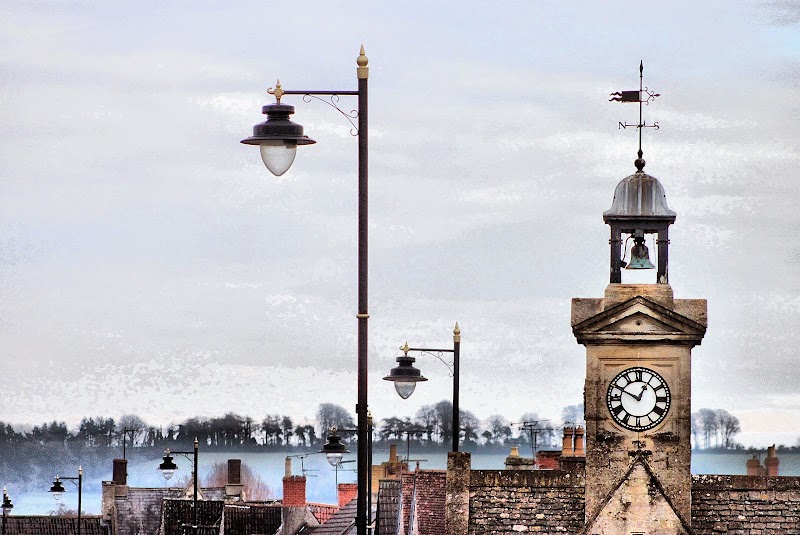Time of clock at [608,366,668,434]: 12:49
